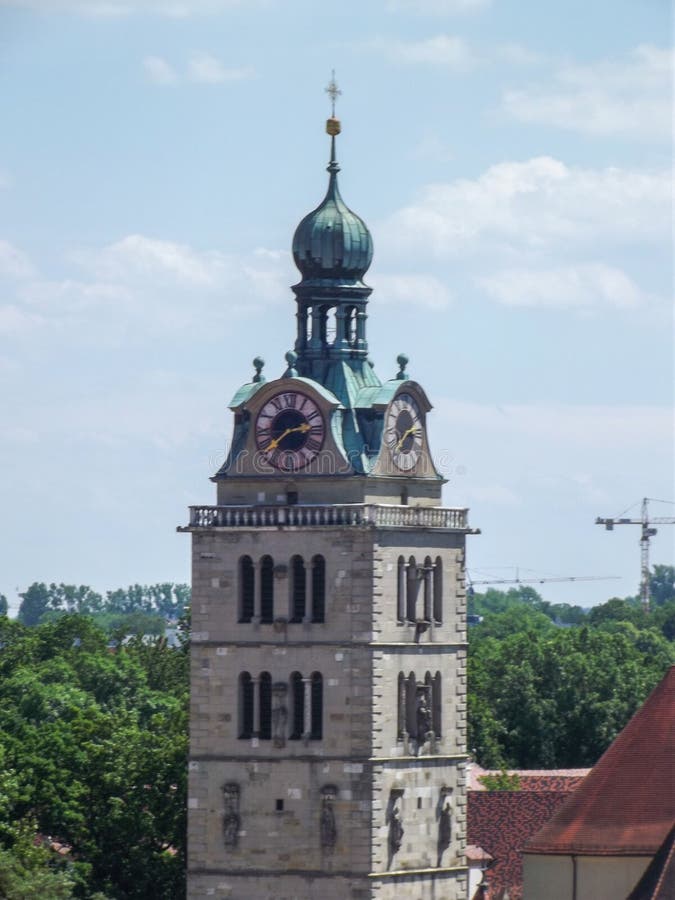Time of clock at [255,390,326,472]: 2:38
